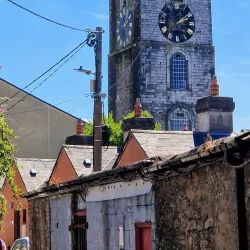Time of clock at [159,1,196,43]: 2:09
